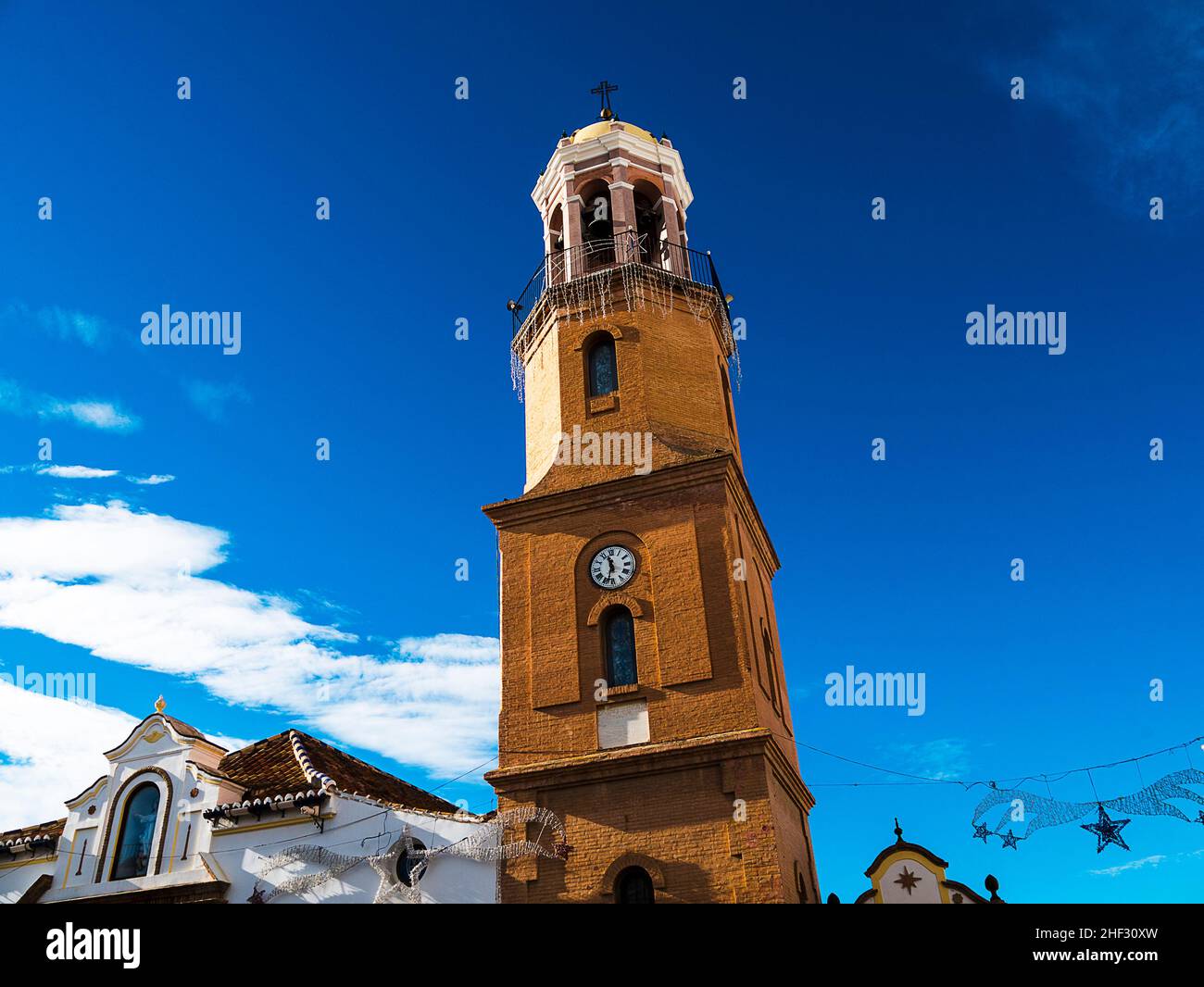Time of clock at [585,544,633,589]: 11:32
